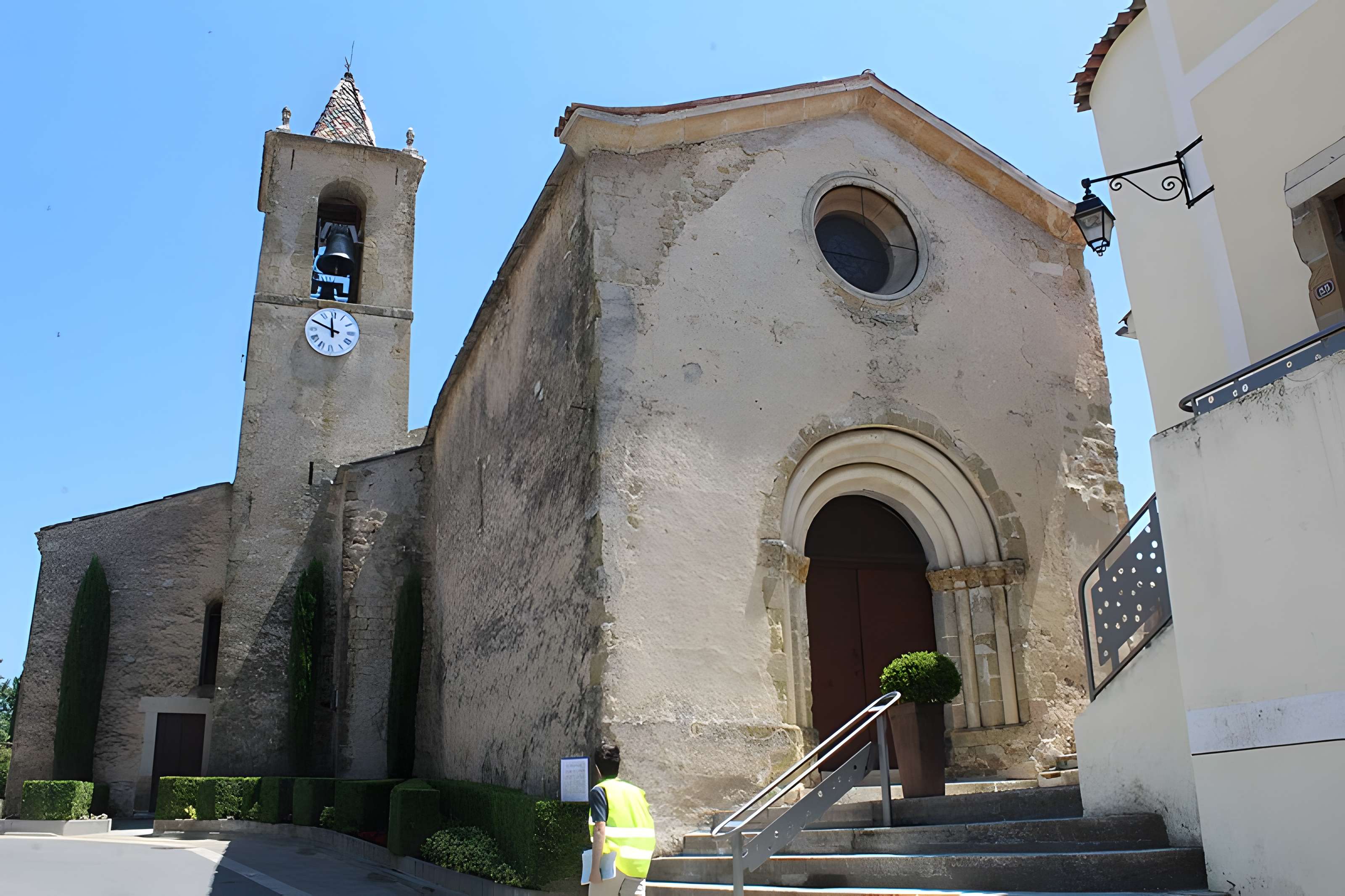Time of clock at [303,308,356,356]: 11:49
